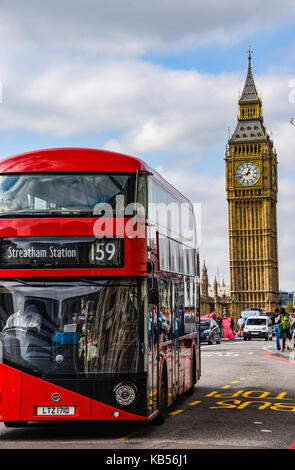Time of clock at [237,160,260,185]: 12:42
